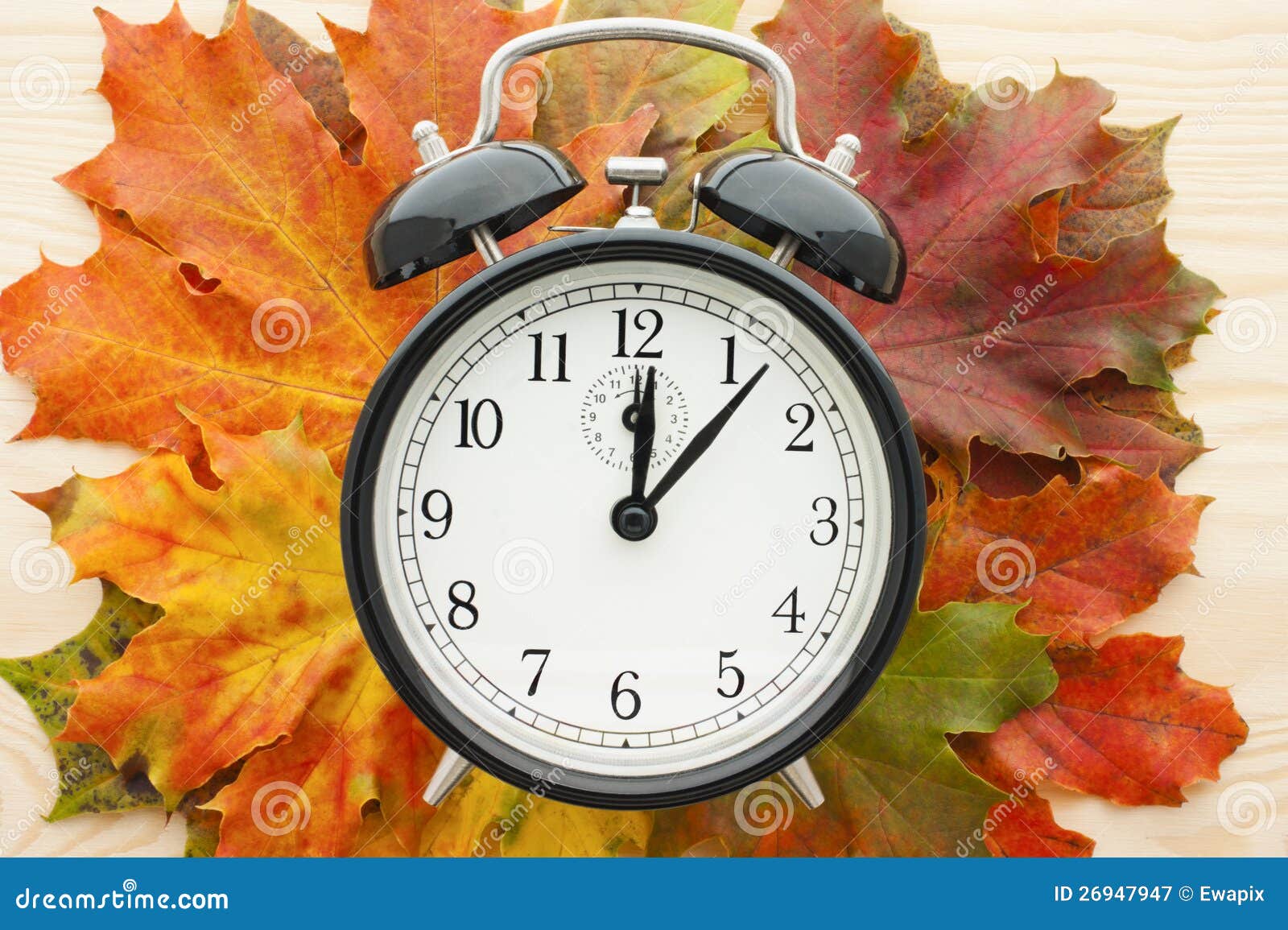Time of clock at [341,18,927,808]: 12:06
